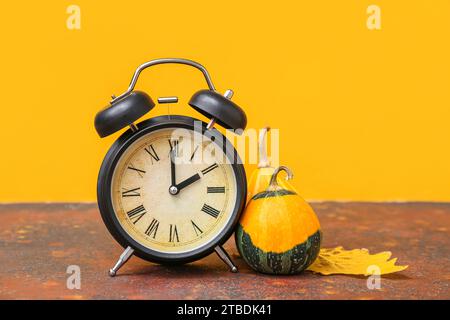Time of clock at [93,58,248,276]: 1:59
